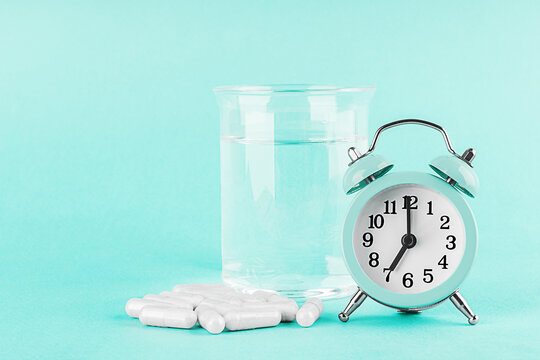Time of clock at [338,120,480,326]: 6:59
